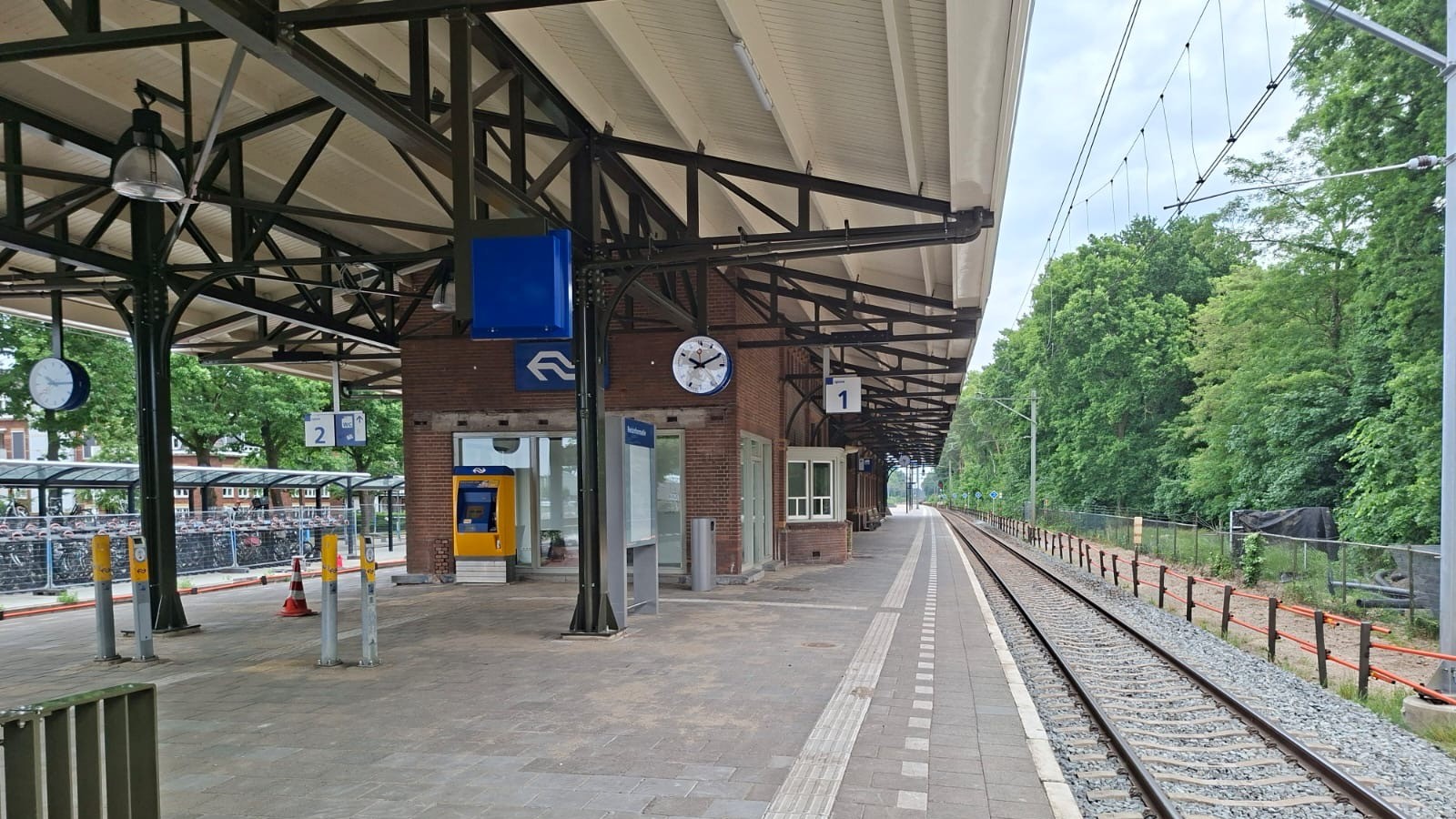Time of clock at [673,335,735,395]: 10:10
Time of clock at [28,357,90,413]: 10:14
